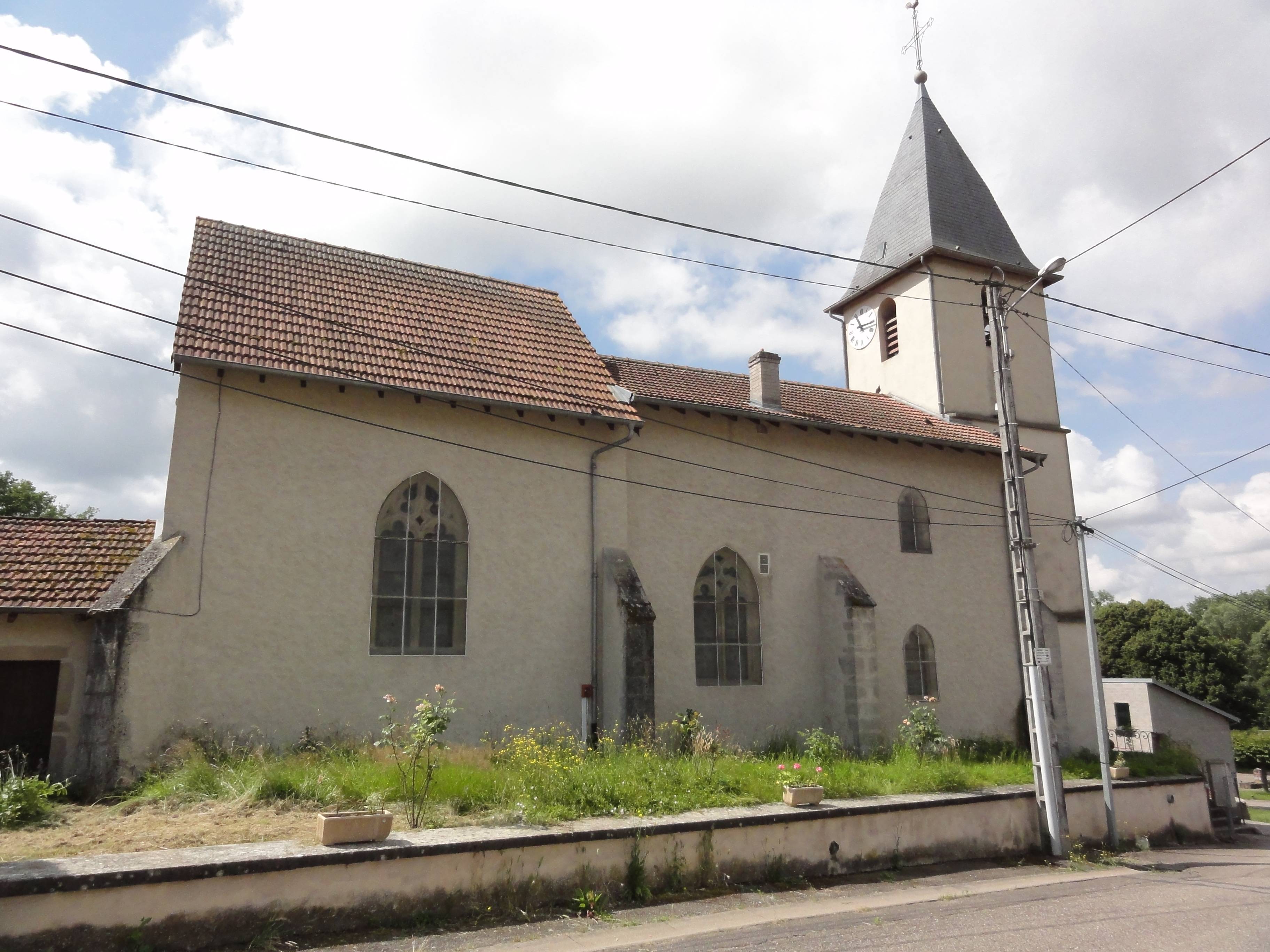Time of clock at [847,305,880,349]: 11:15
